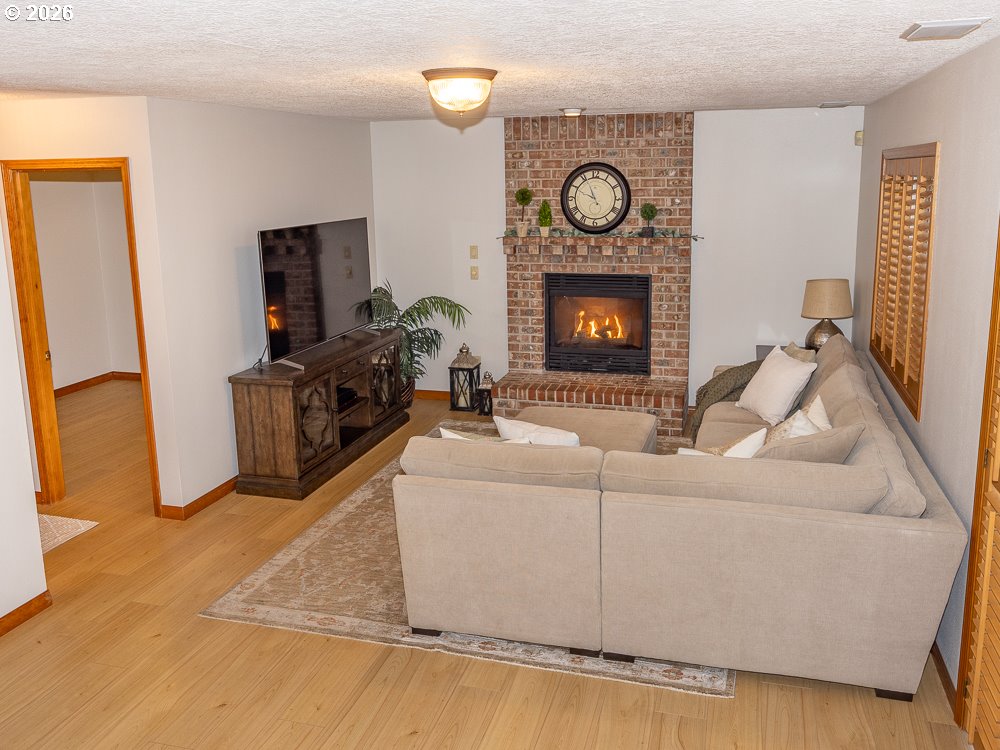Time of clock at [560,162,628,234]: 9:56
